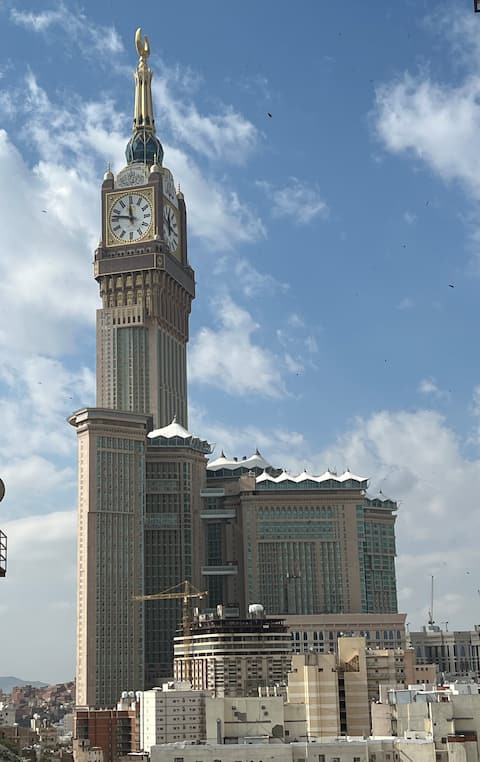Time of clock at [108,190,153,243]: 11:46
